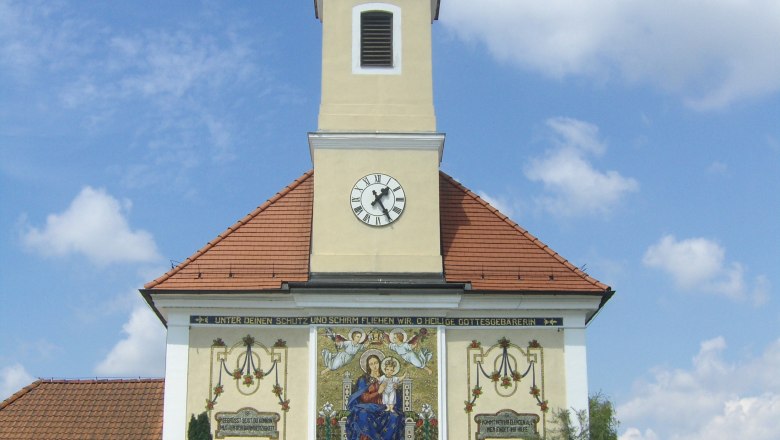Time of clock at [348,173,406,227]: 1:24
